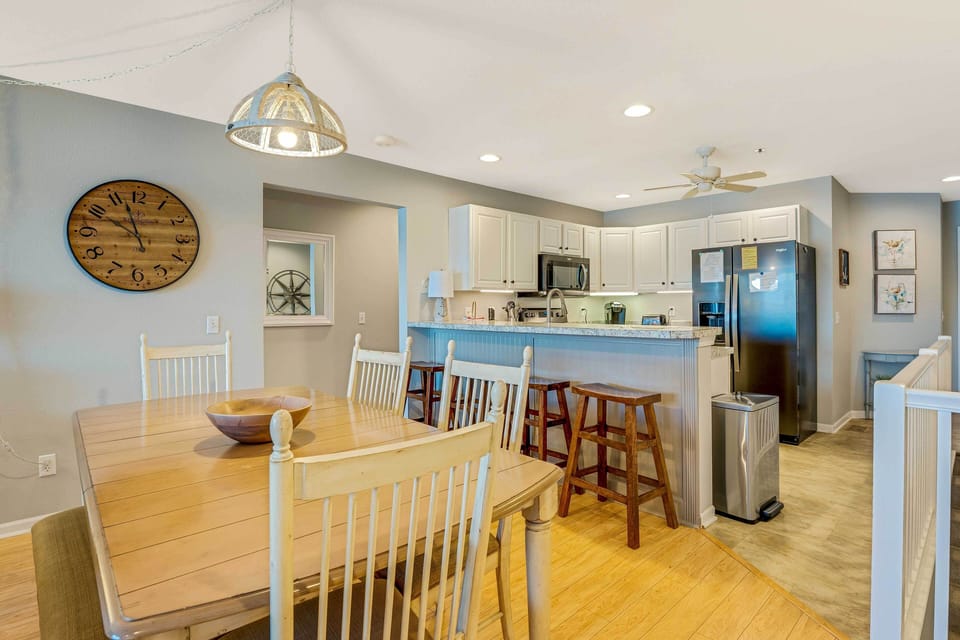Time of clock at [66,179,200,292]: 9:56
